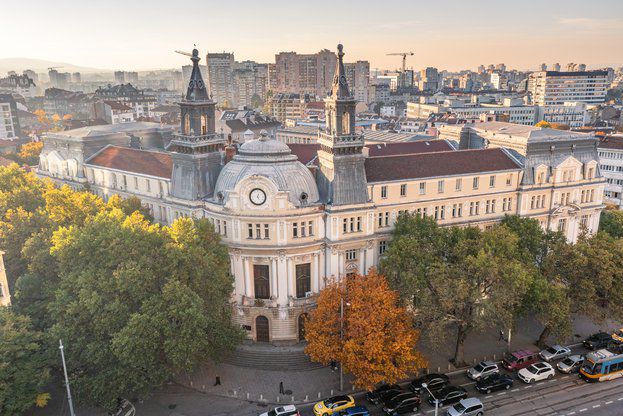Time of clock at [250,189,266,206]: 5:03
